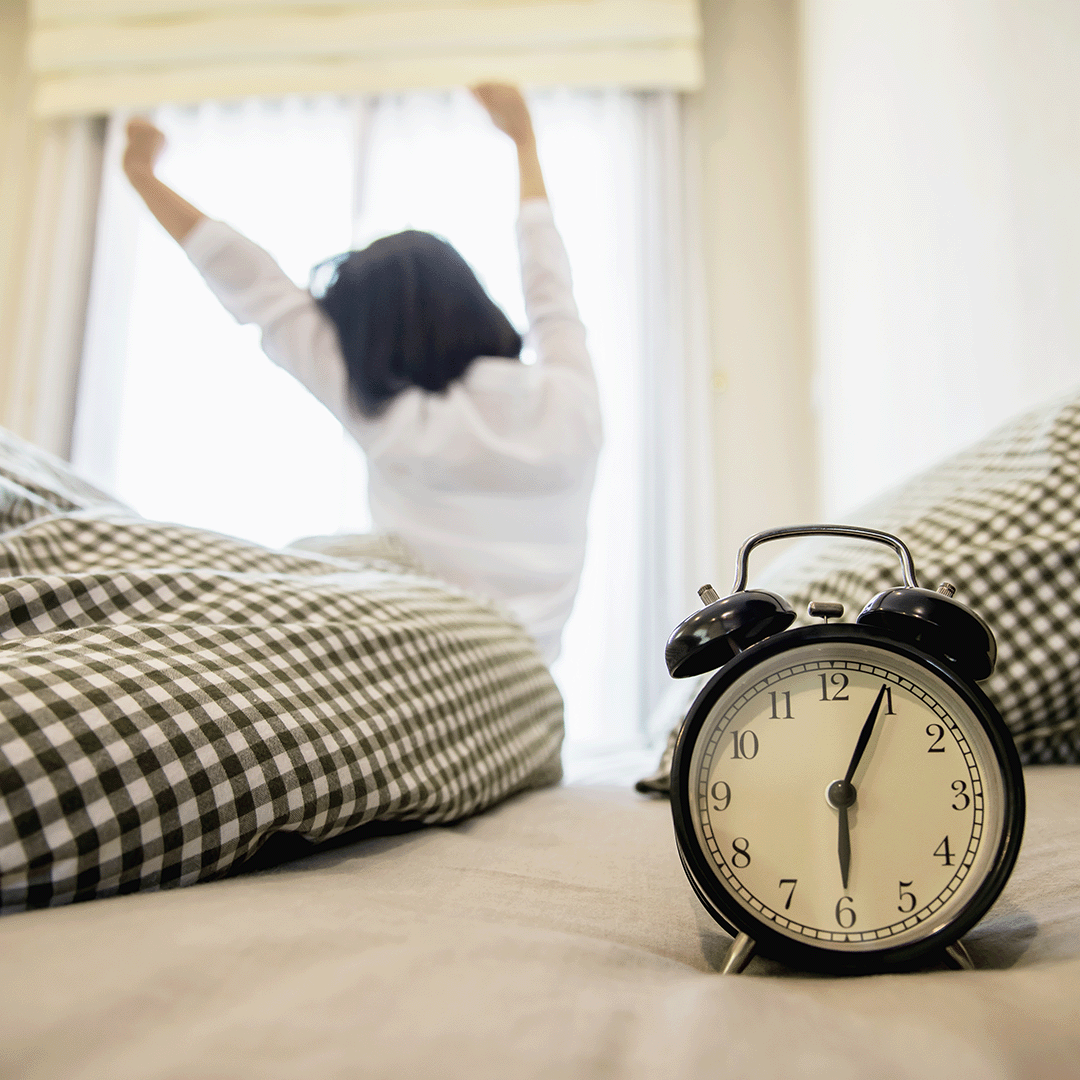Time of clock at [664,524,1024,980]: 6:04
